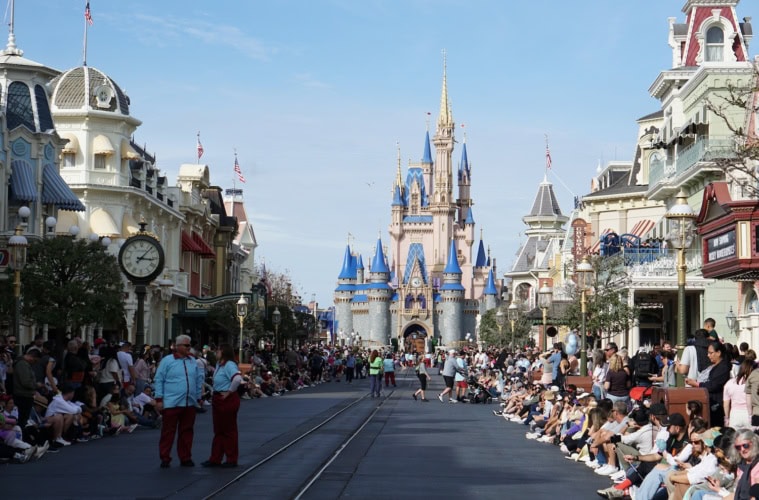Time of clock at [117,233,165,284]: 3:07
